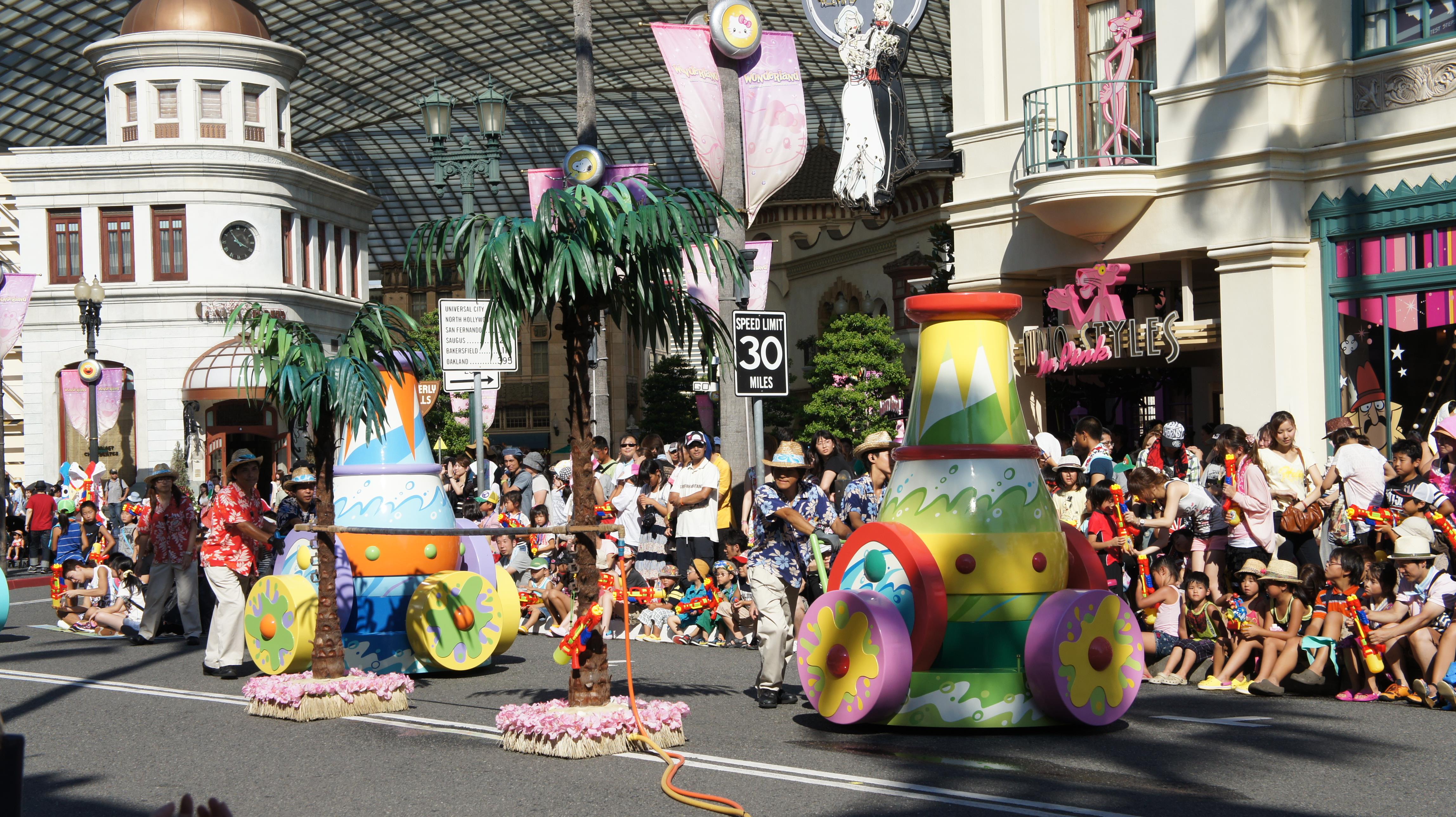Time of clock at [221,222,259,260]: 3:54
